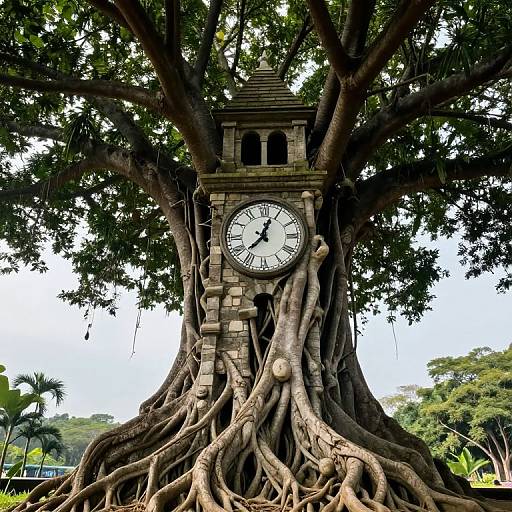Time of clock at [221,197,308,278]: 12:37
